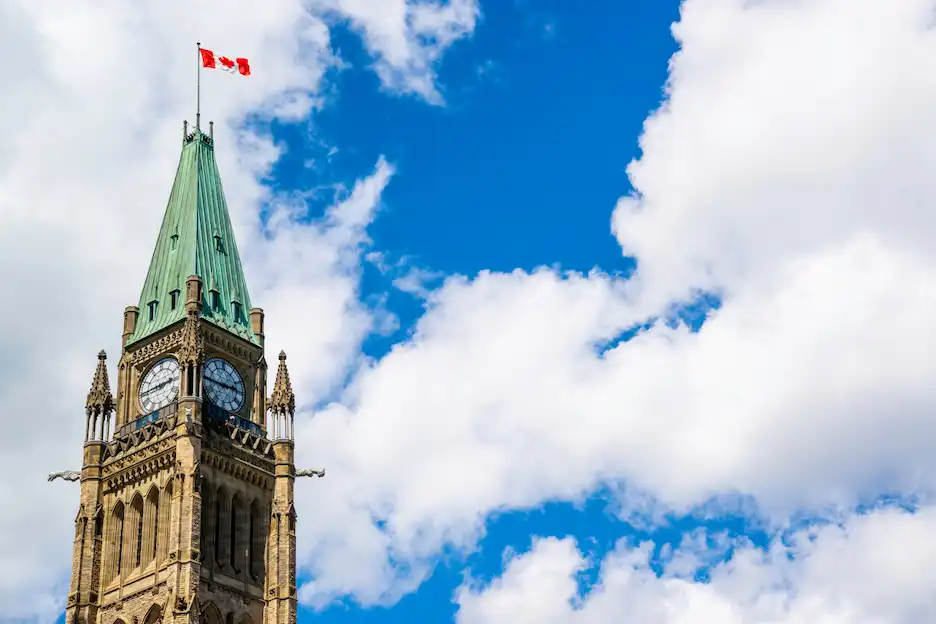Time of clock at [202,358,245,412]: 2:45
